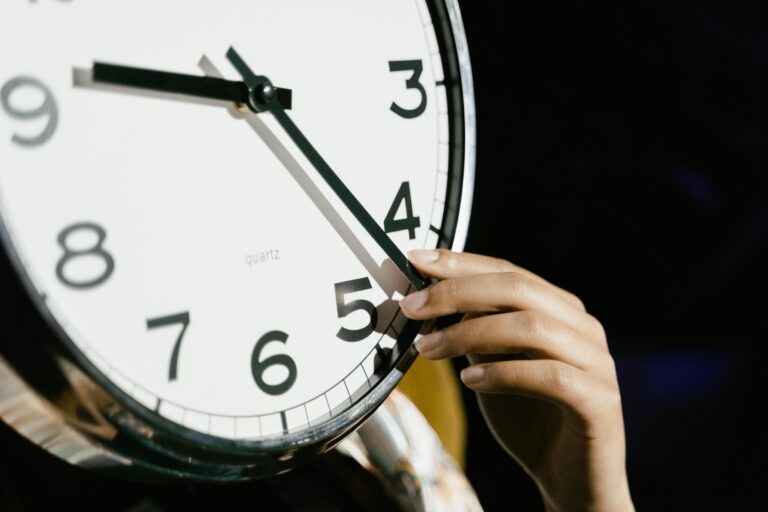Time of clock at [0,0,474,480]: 9:22
